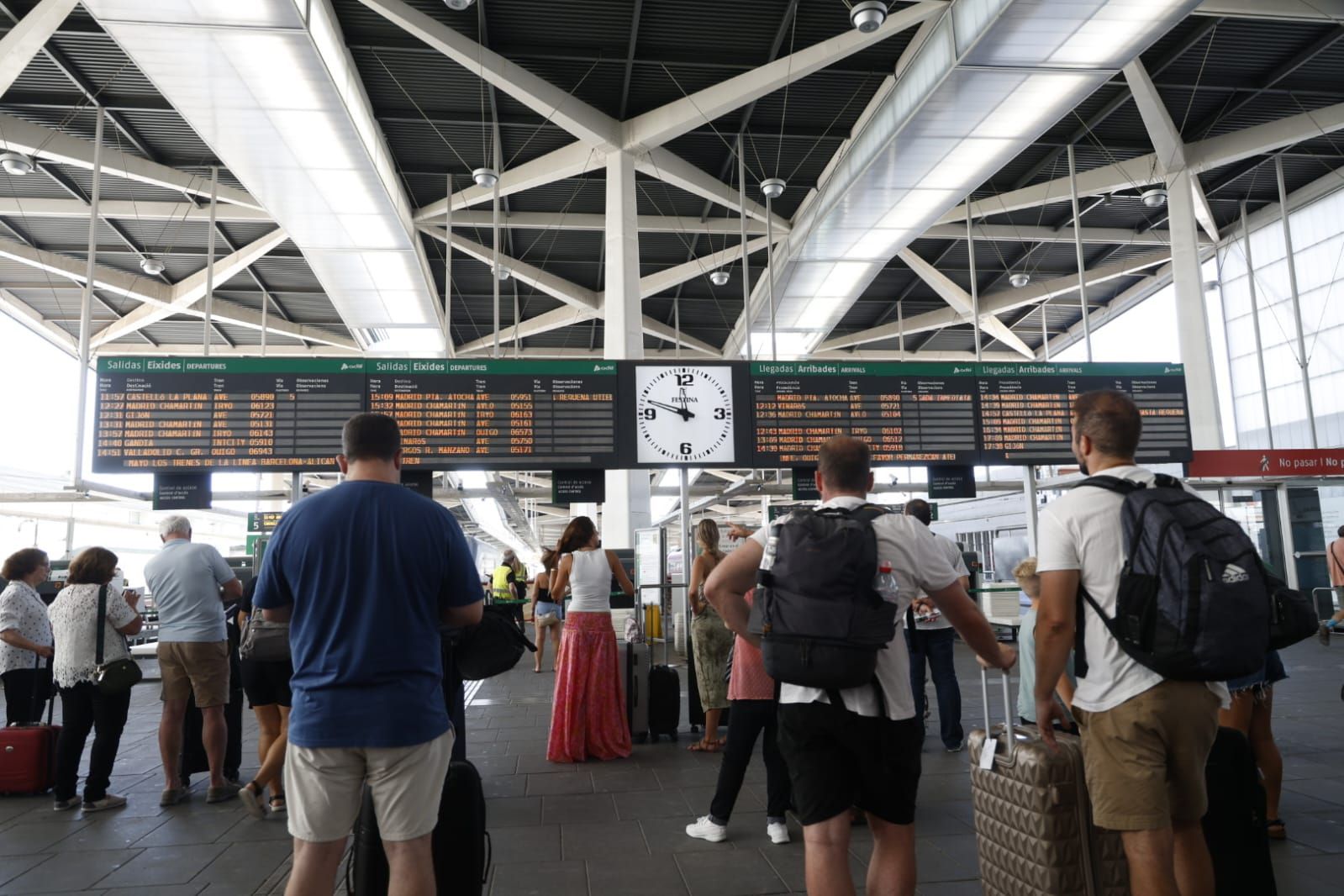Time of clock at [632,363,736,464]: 11:48
